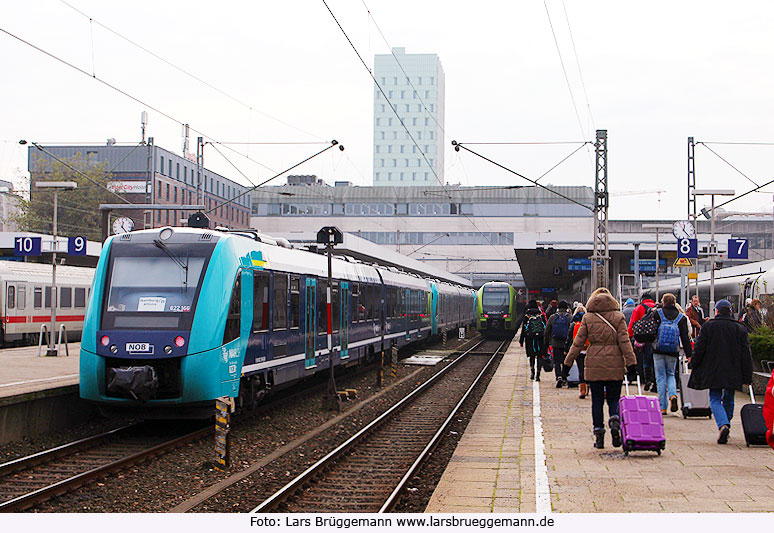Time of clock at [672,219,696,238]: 12:23
